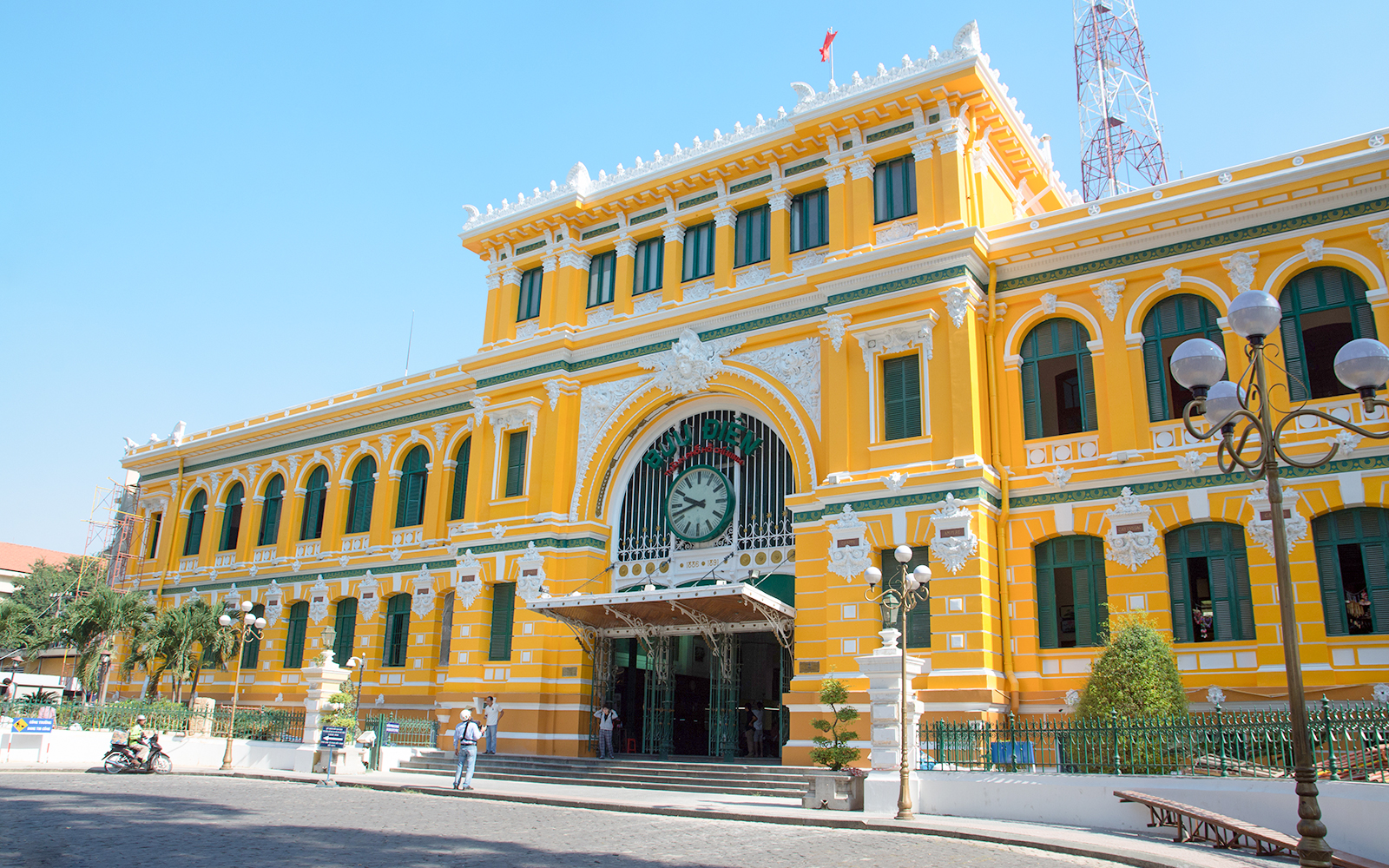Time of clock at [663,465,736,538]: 9:42
